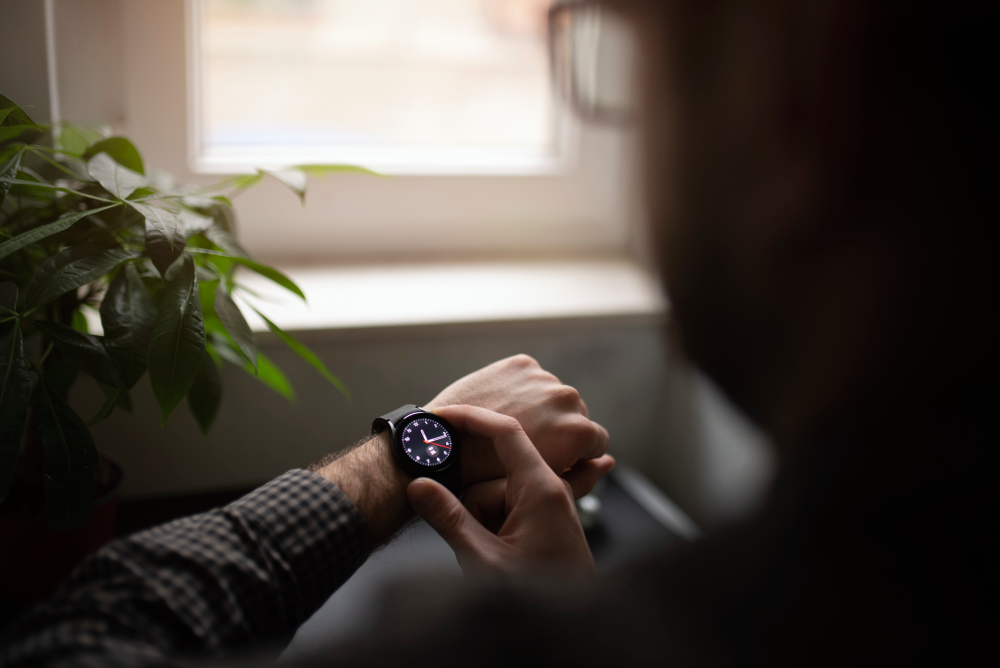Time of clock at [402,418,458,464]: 11:11
